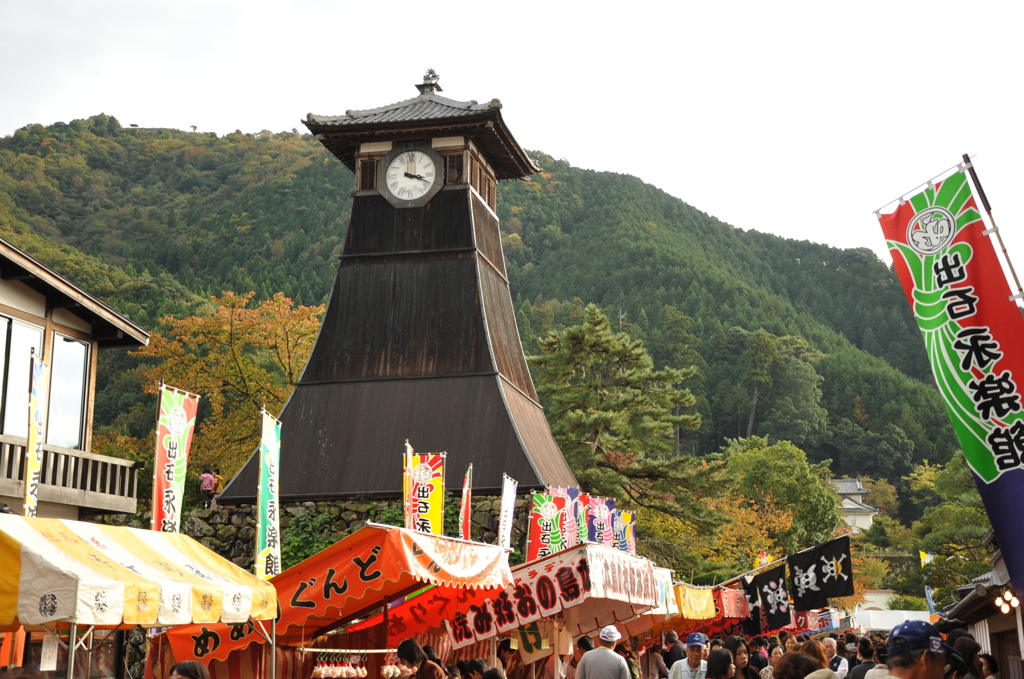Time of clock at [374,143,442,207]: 3:18
